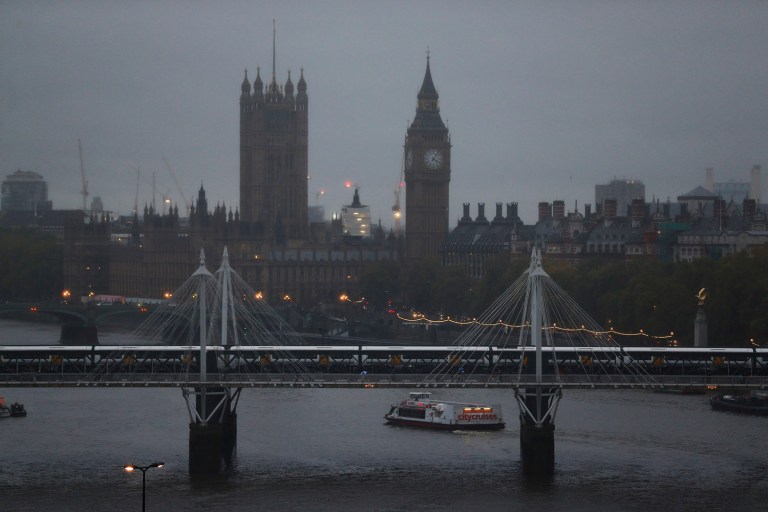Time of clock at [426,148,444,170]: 4:06
